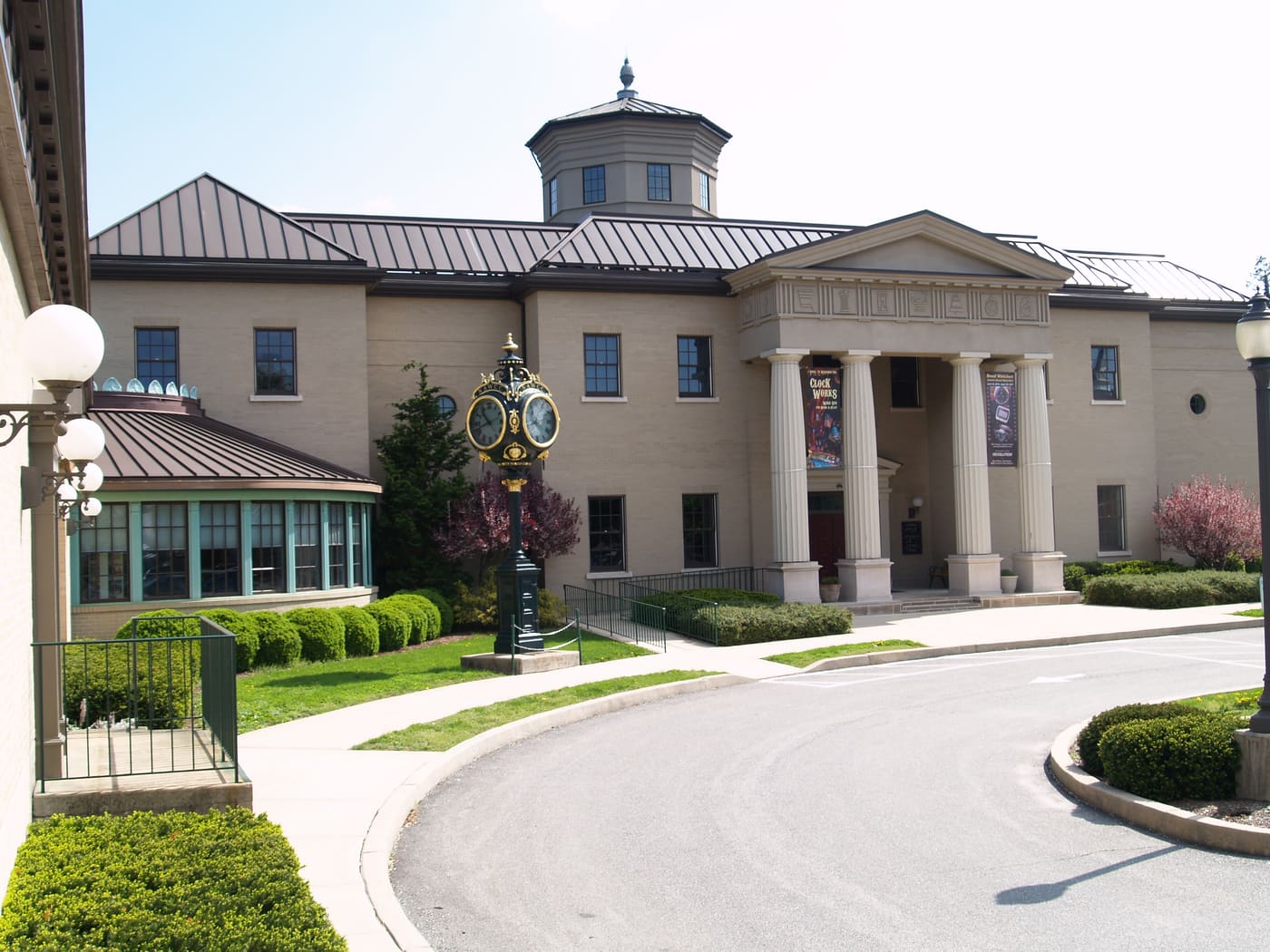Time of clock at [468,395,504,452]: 10:41
